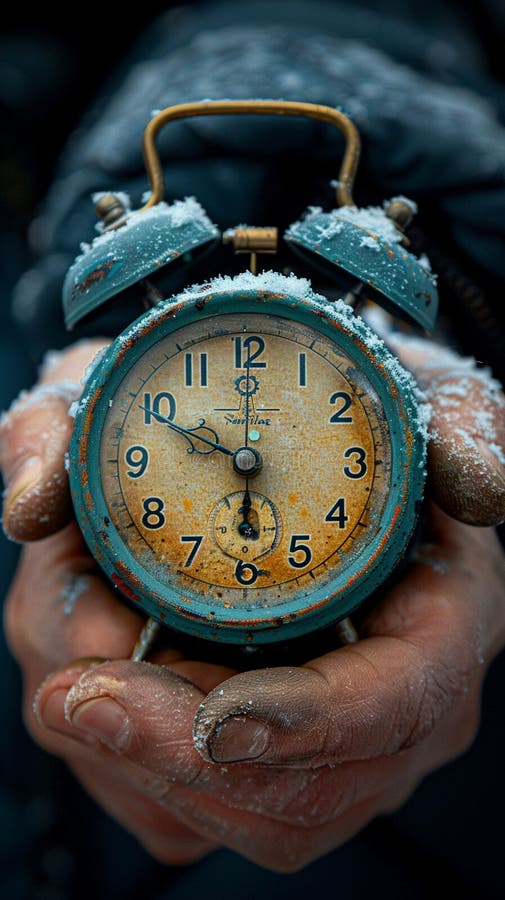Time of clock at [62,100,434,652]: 5:49
